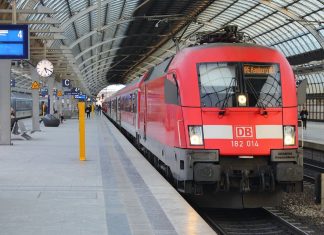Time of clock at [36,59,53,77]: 5:18
